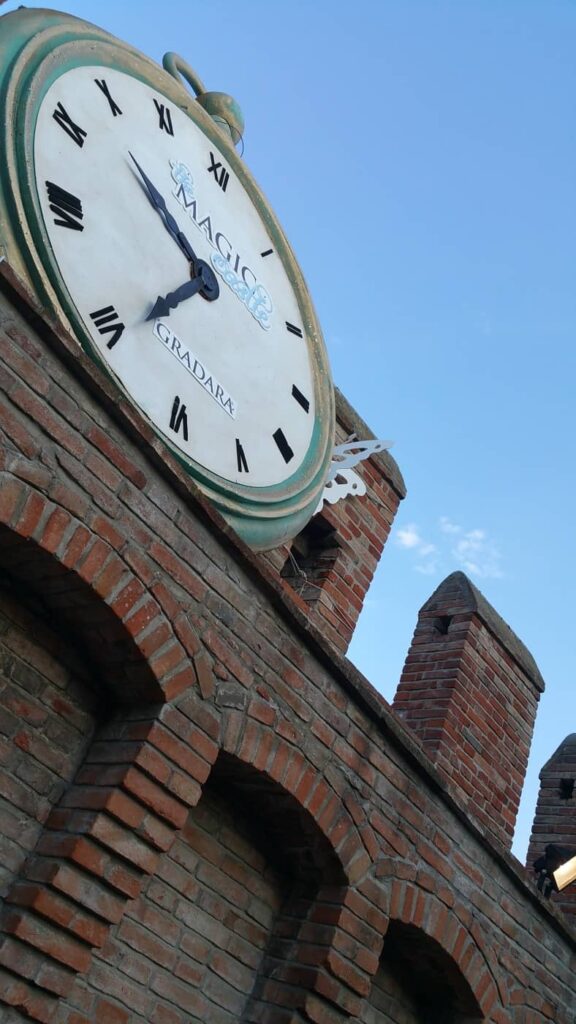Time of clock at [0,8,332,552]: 10:39
